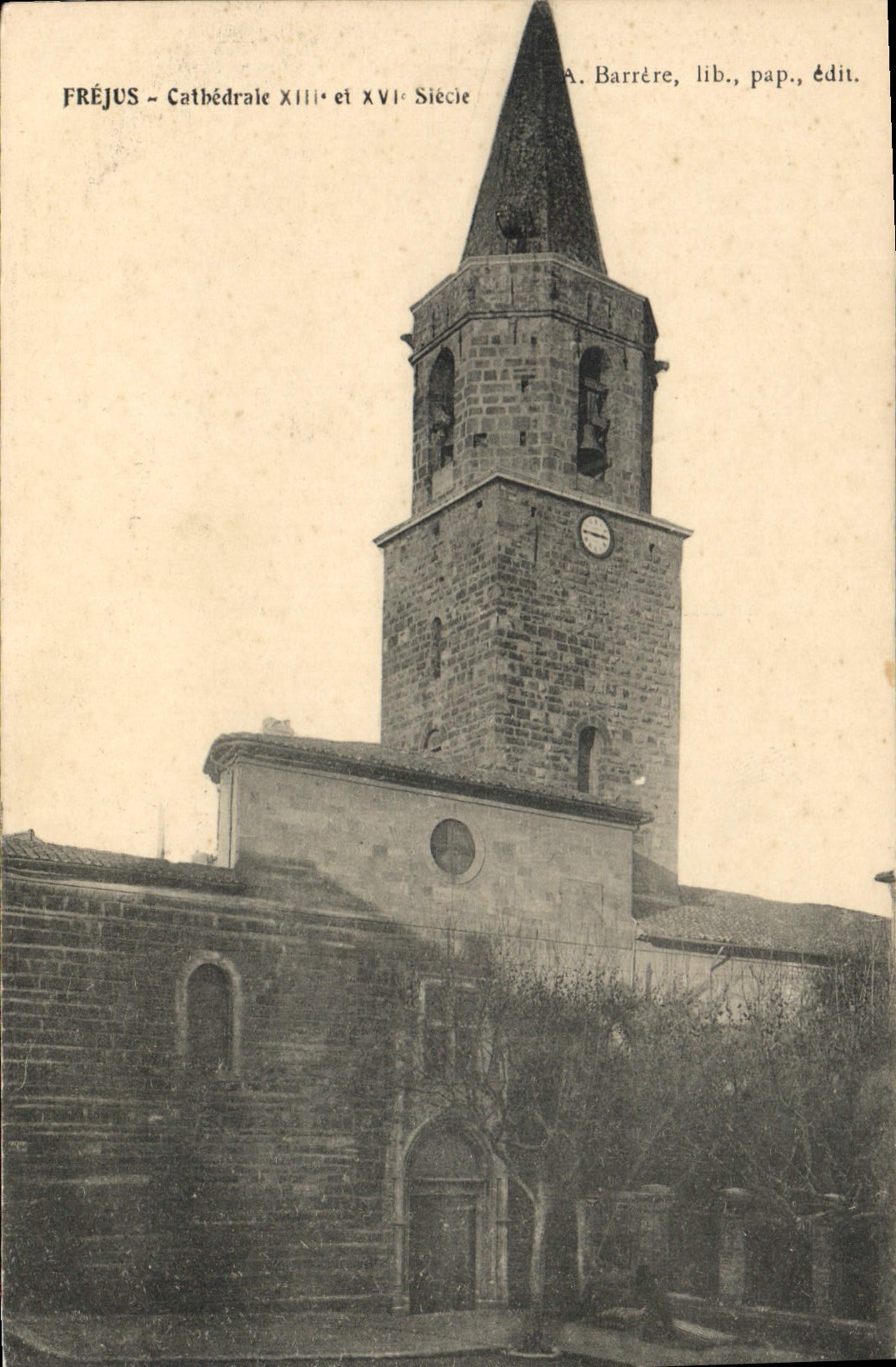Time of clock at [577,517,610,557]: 2:45
